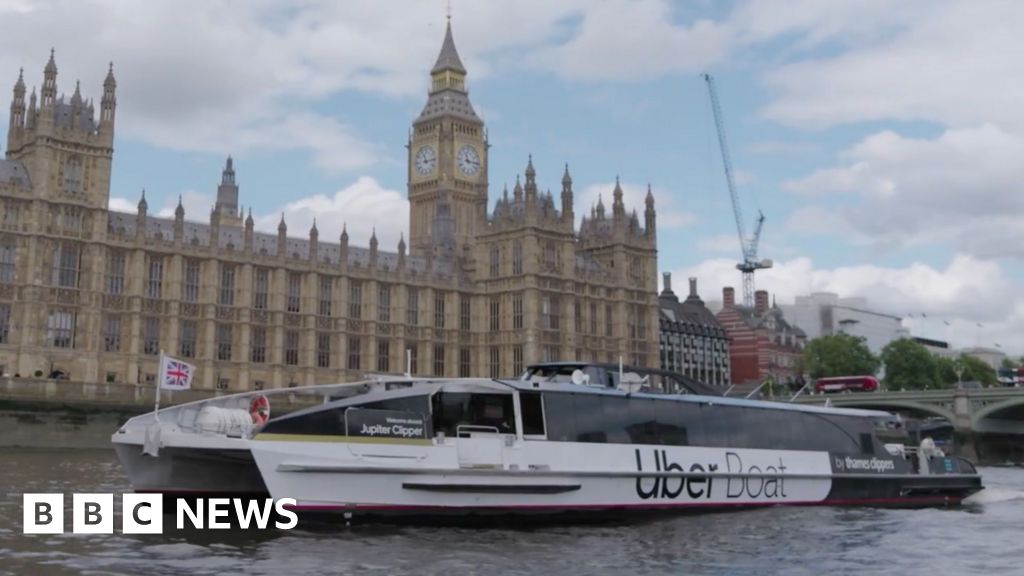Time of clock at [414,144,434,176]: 11:13
